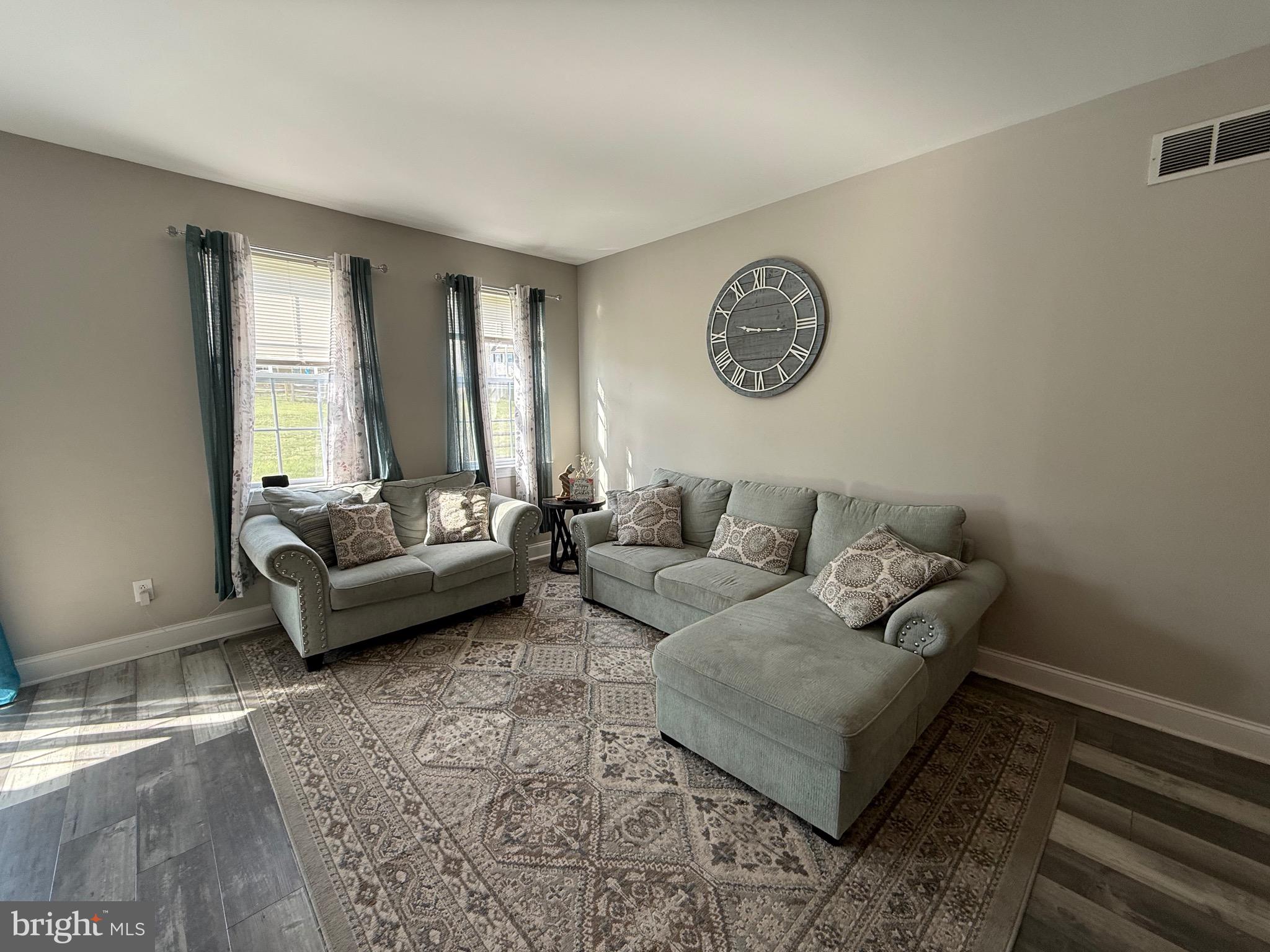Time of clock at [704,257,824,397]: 9:15
